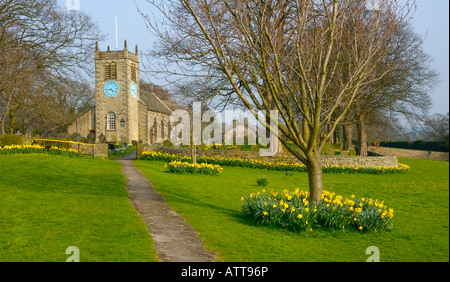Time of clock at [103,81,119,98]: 4:44
